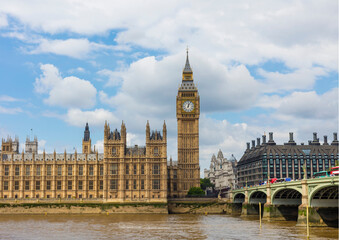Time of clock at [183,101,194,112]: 12:04
